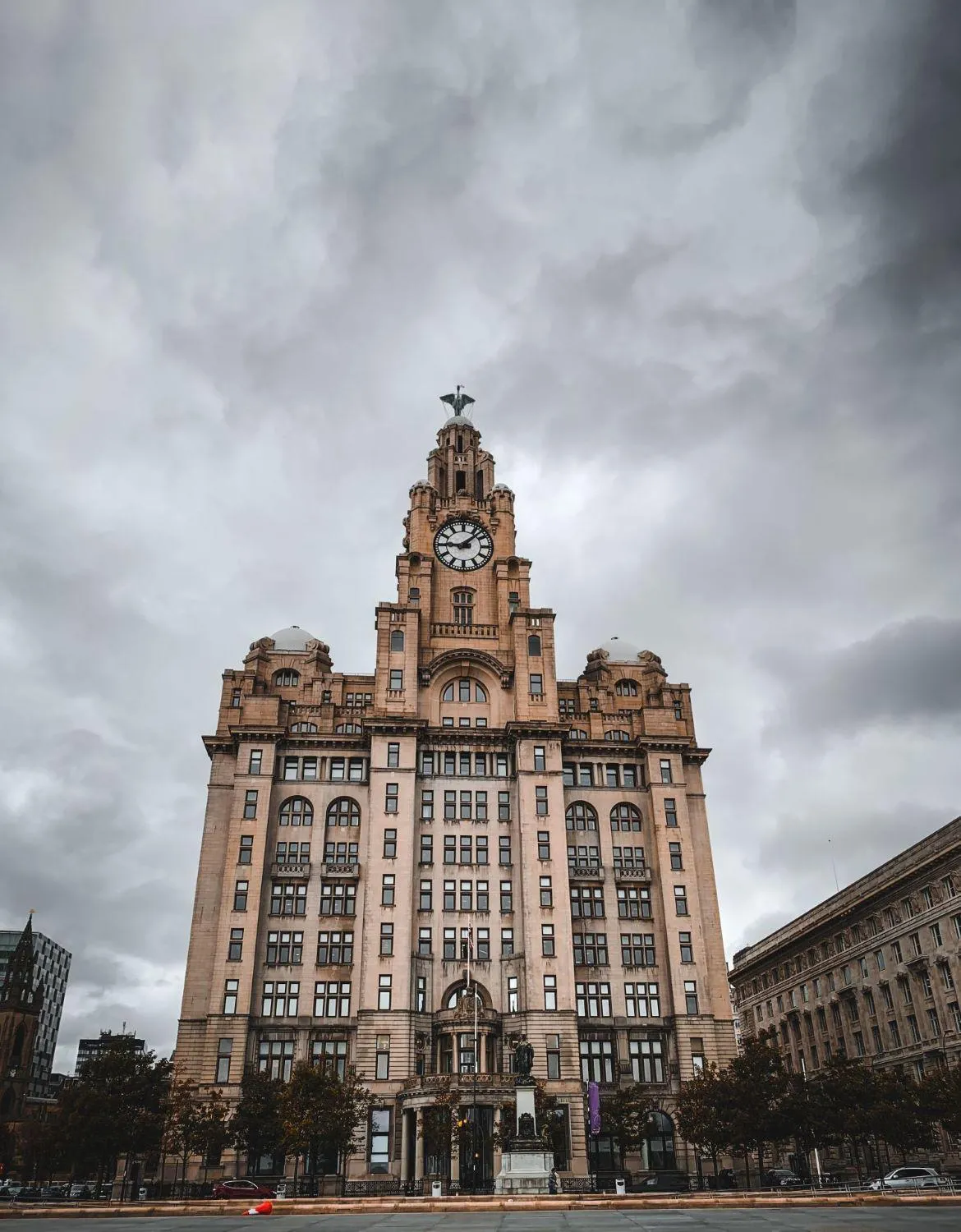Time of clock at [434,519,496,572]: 9:07
